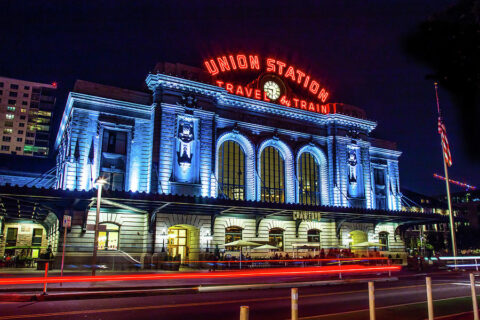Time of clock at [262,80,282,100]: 5:45
